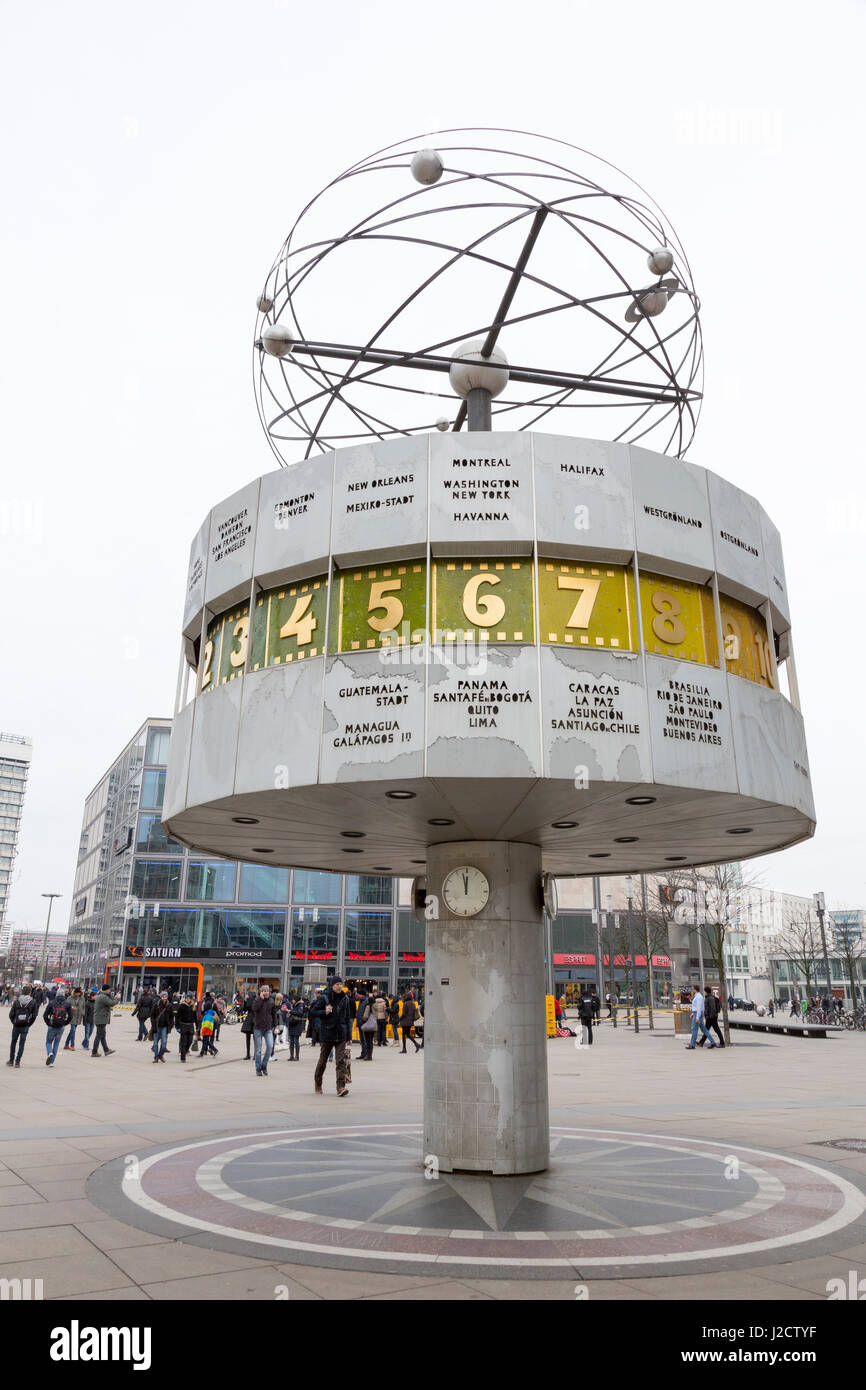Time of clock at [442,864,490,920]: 11:57
